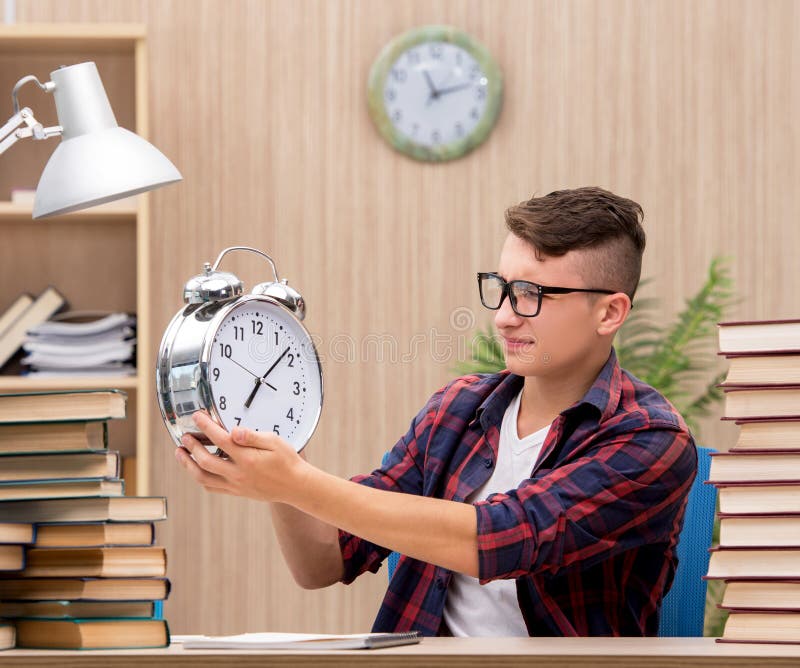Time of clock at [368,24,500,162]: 11:12
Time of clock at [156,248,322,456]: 7:07
